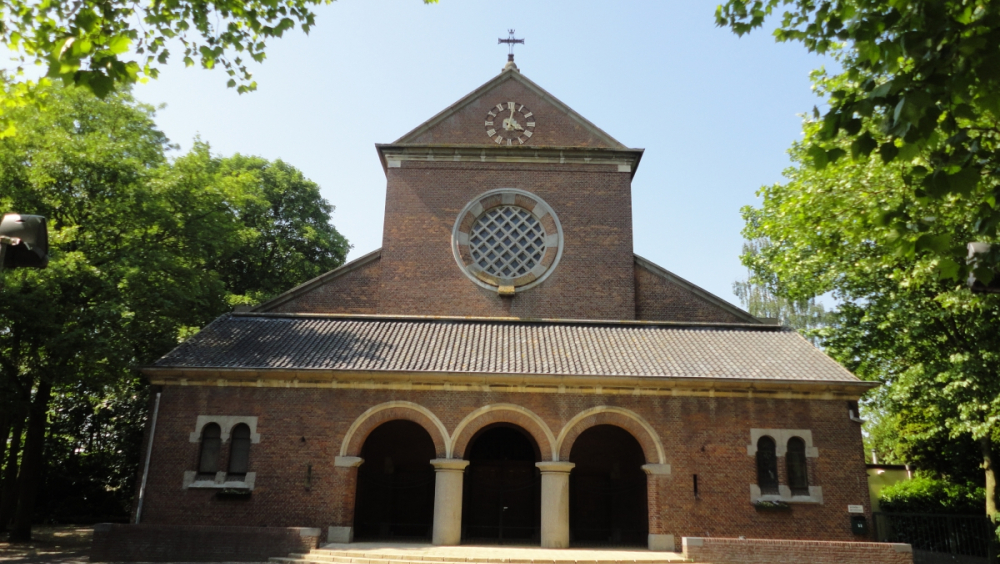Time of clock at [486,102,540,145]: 4:01
